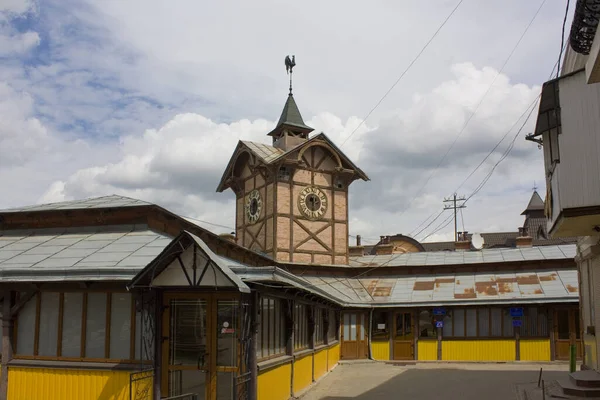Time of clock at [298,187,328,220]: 11:30
